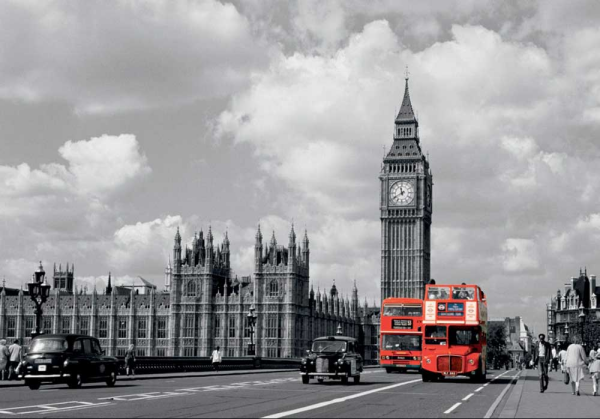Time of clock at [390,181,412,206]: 11:40
